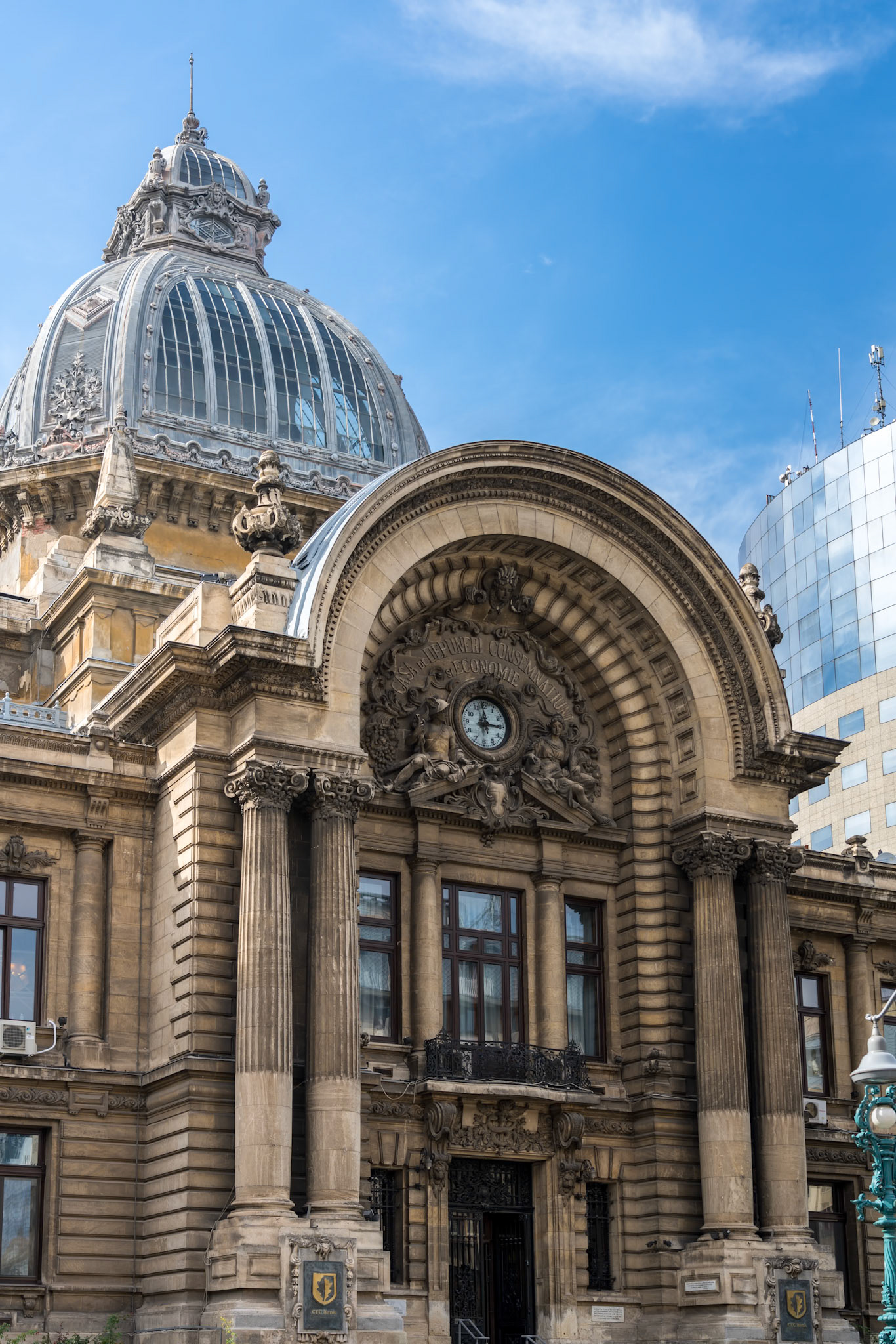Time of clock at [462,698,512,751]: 2:58
